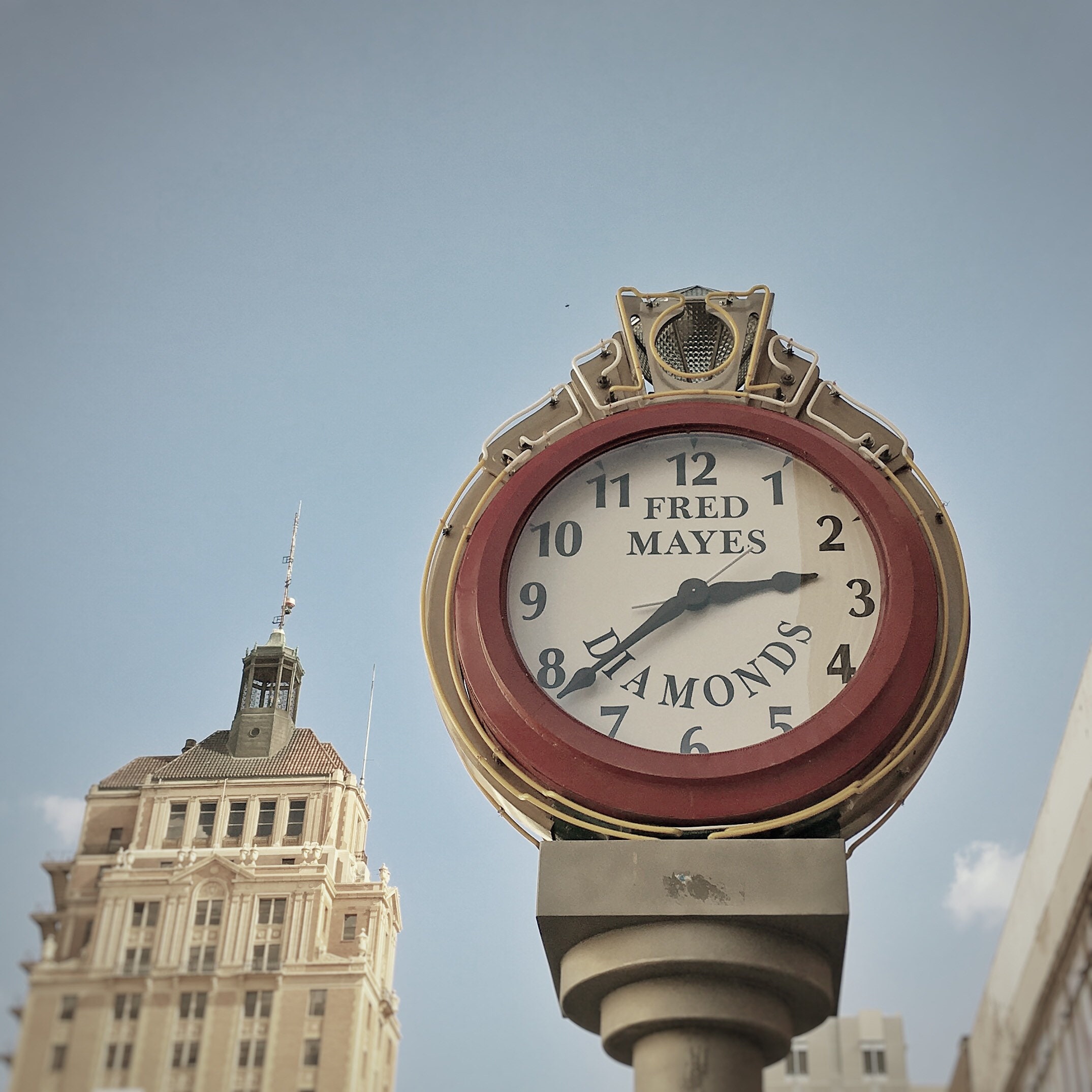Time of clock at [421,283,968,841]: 2:38
